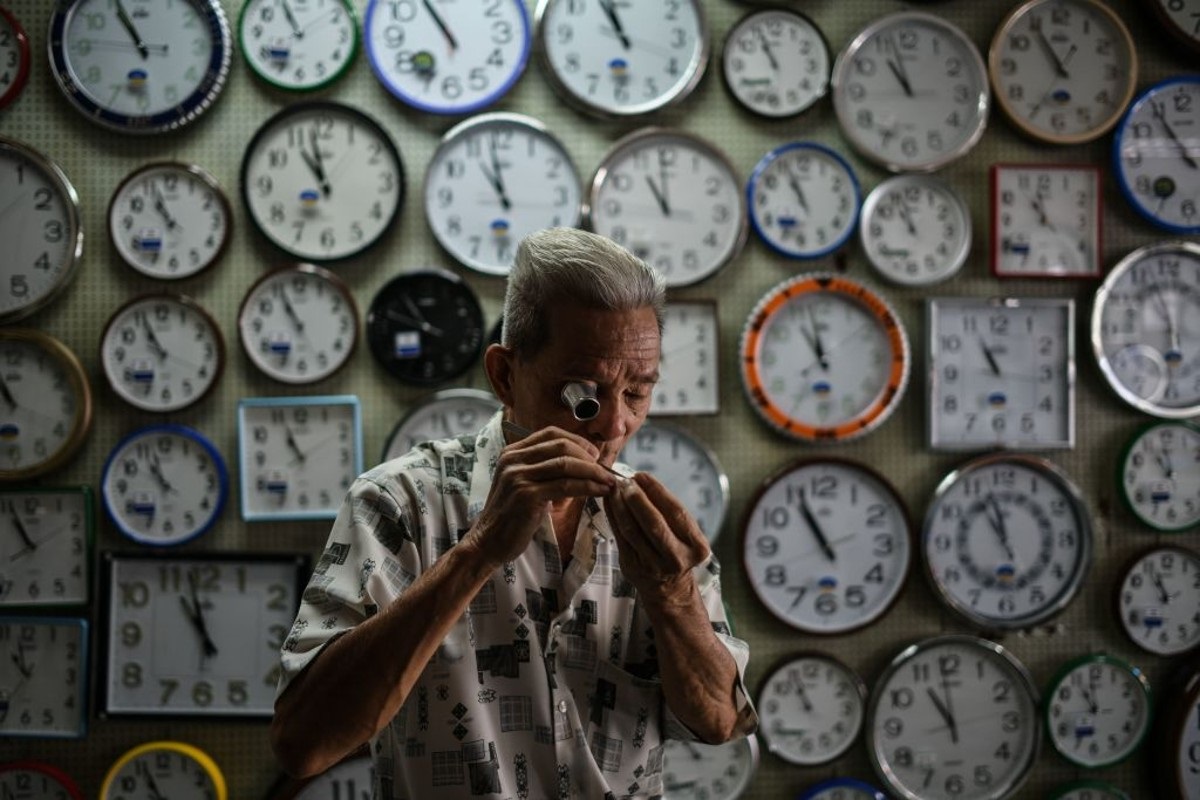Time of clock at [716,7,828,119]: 10:56
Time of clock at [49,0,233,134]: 10:55
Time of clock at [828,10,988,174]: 10:57
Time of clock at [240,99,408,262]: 10:58
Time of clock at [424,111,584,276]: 10:58
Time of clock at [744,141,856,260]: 10:56
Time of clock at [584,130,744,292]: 10:59
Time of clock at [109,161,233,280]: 10:56
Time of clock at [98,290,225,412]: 10:56
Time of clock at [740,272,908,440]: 10:58
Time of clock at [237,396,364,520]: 10:56
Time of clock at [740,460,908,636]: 10:55
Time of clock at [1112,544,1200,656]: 10:56
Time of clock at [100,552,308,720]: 10:58
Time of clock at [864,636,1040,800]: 10:59
